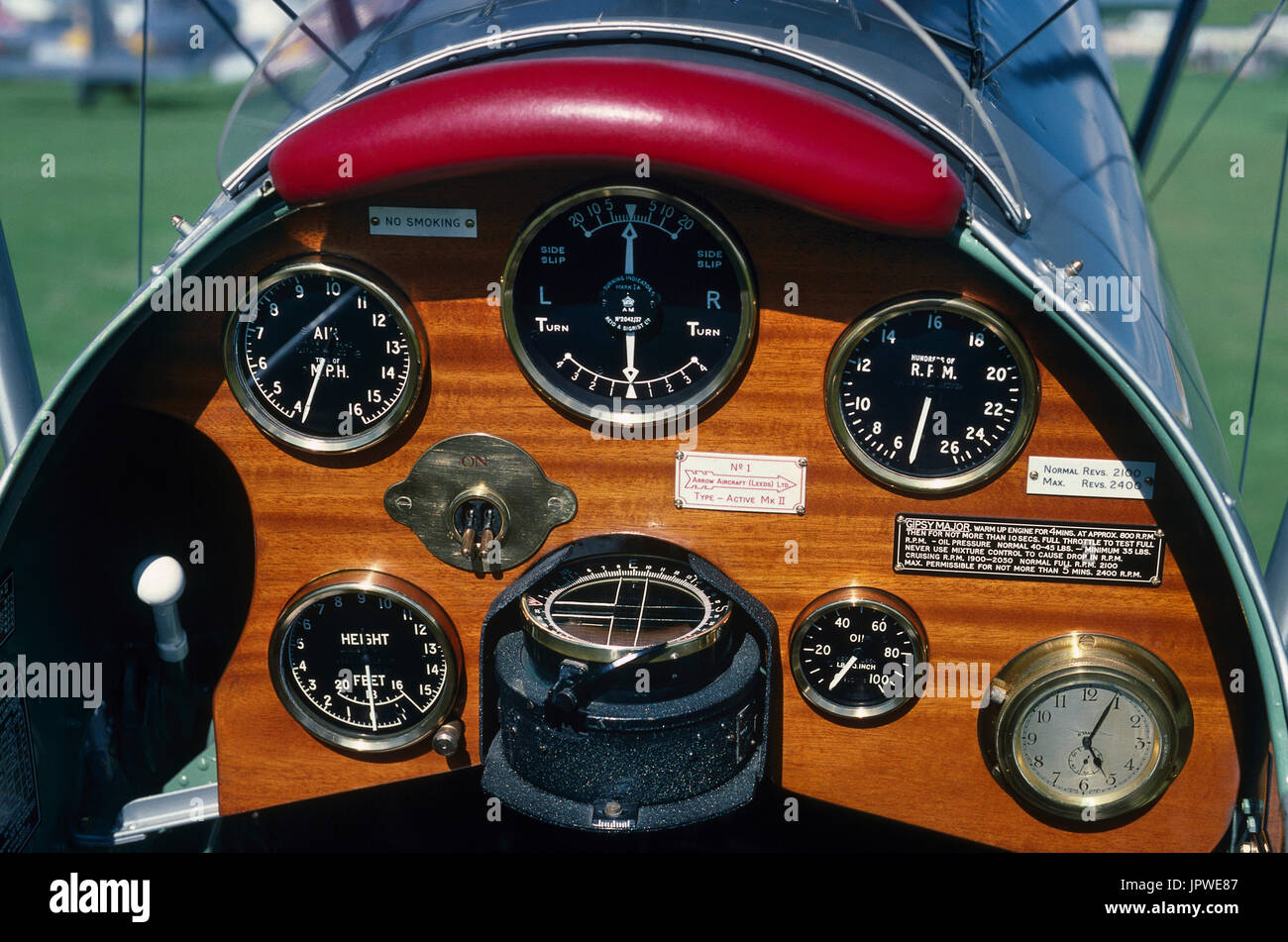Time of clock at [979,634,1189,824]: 5:04
